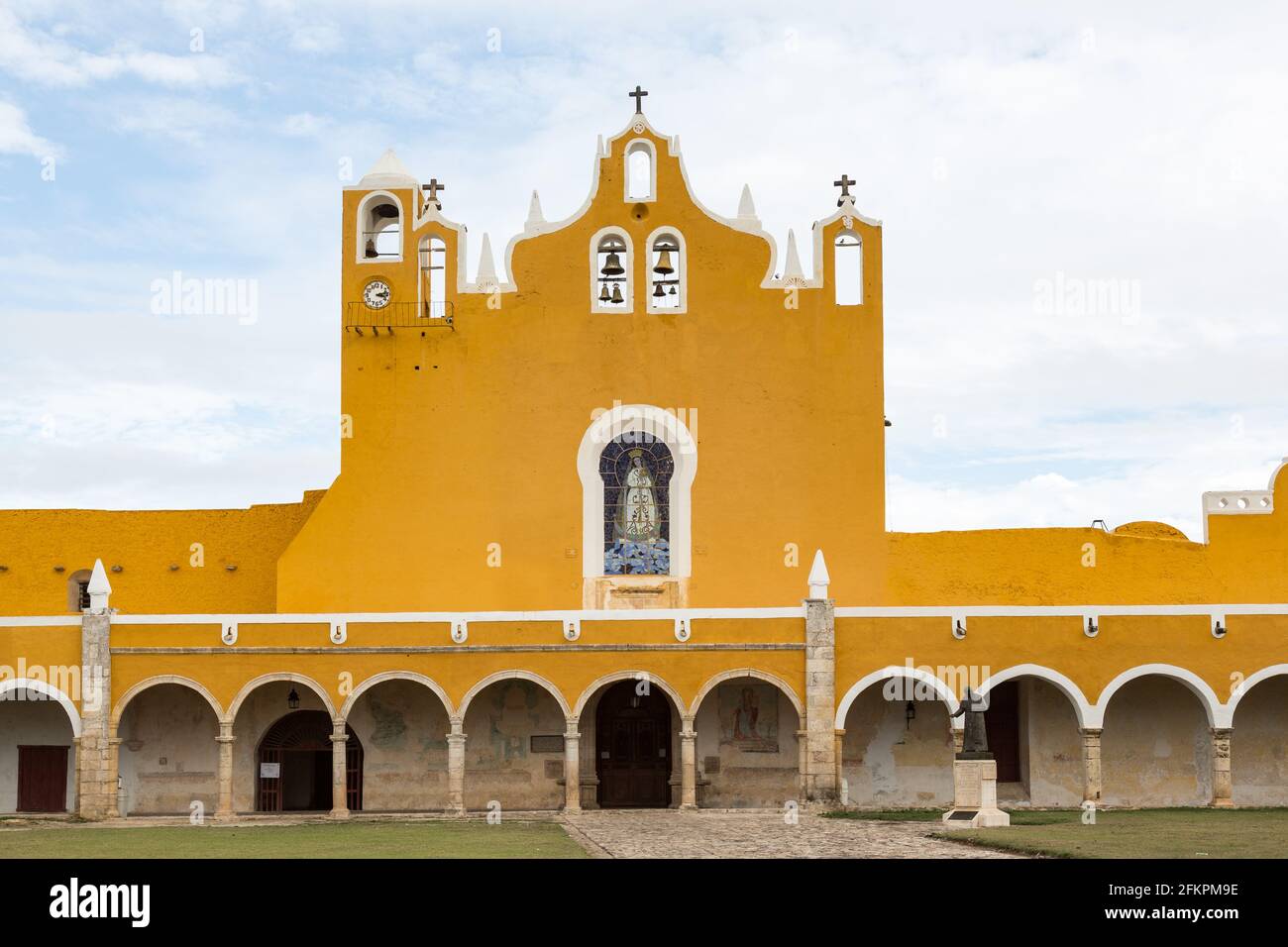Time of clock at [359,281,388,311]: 3:12
